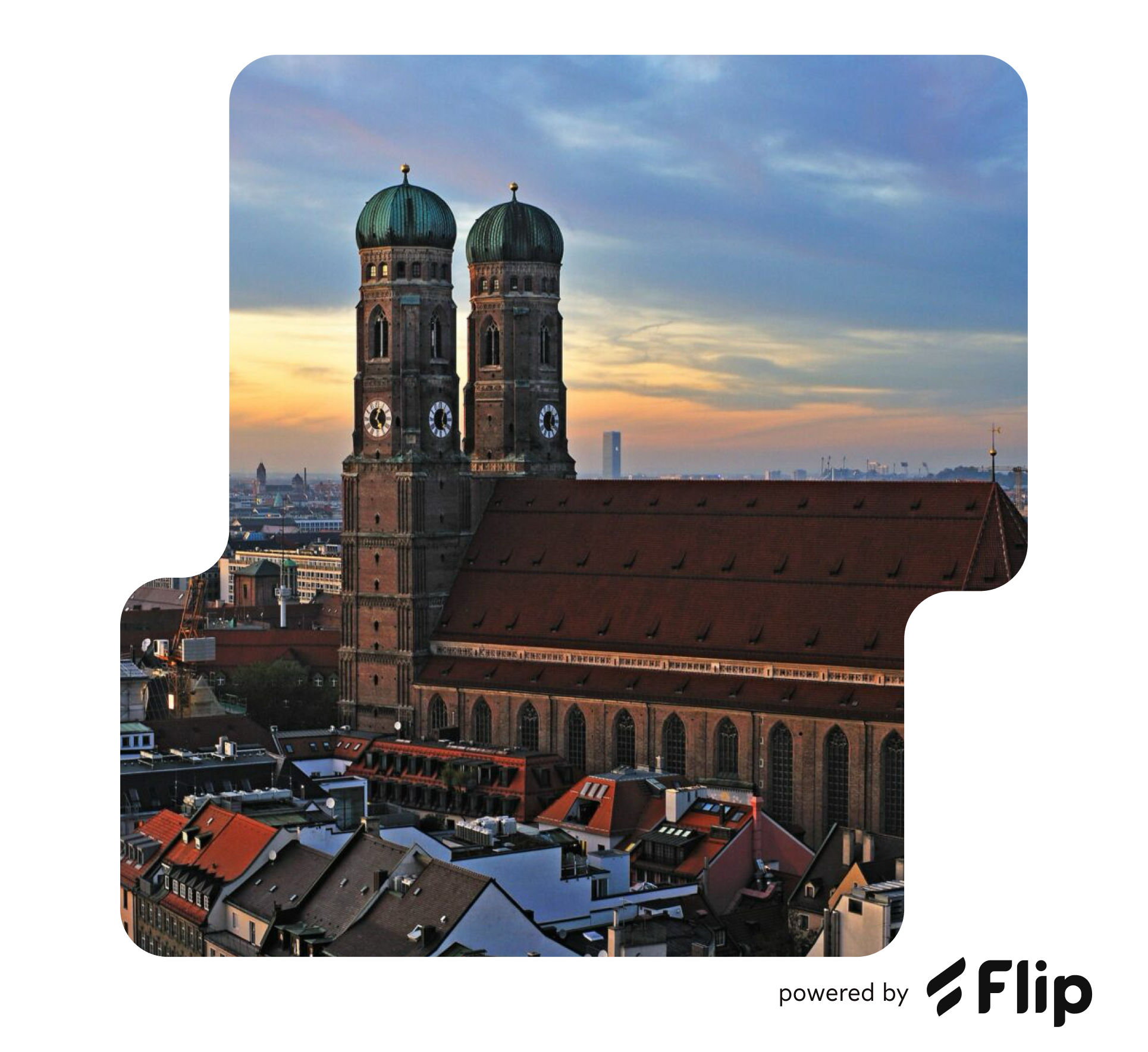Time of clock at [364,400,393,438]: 5:03
